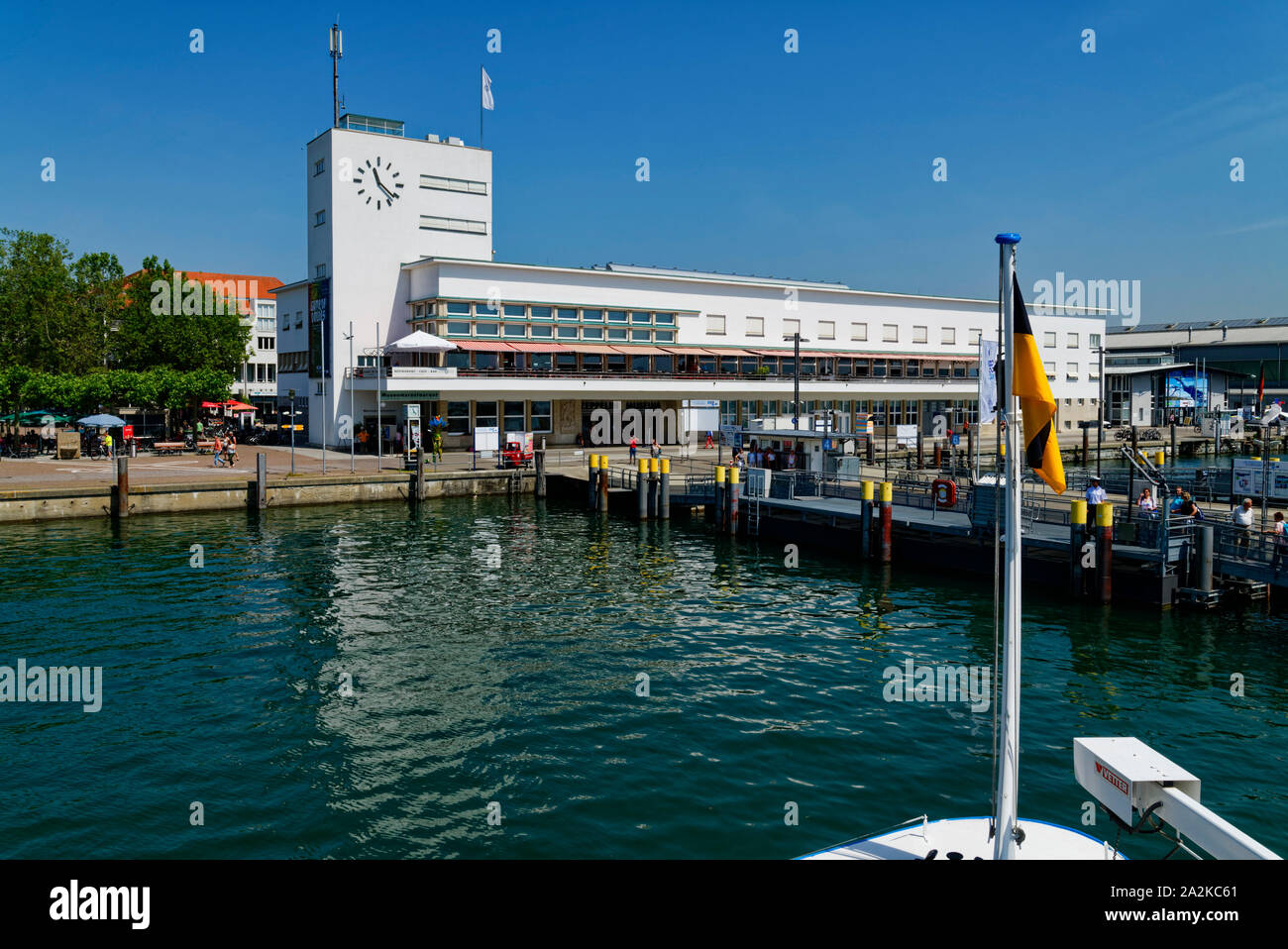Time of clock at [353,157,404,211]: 11:21
